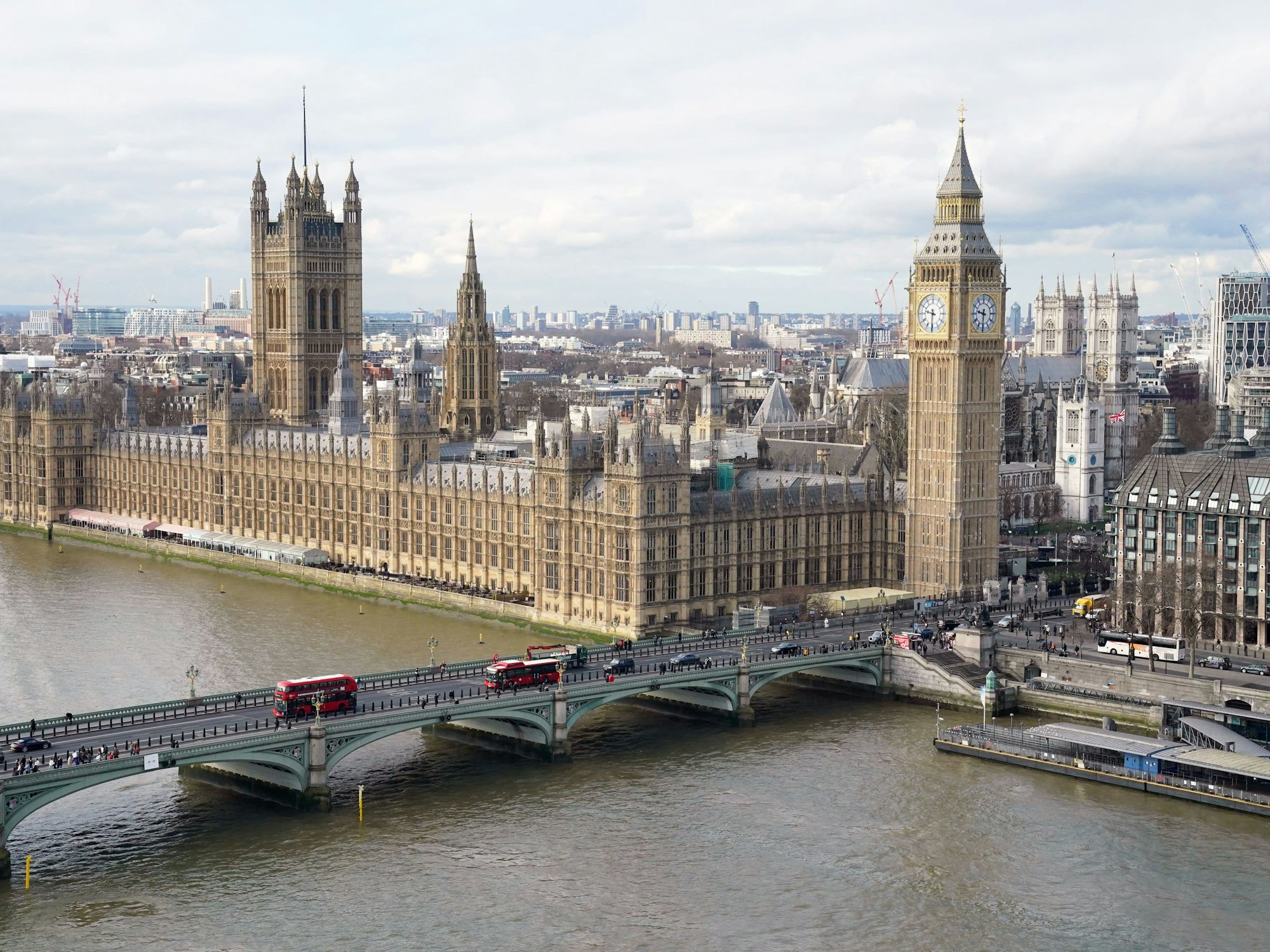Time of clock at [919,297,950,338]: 9:30
